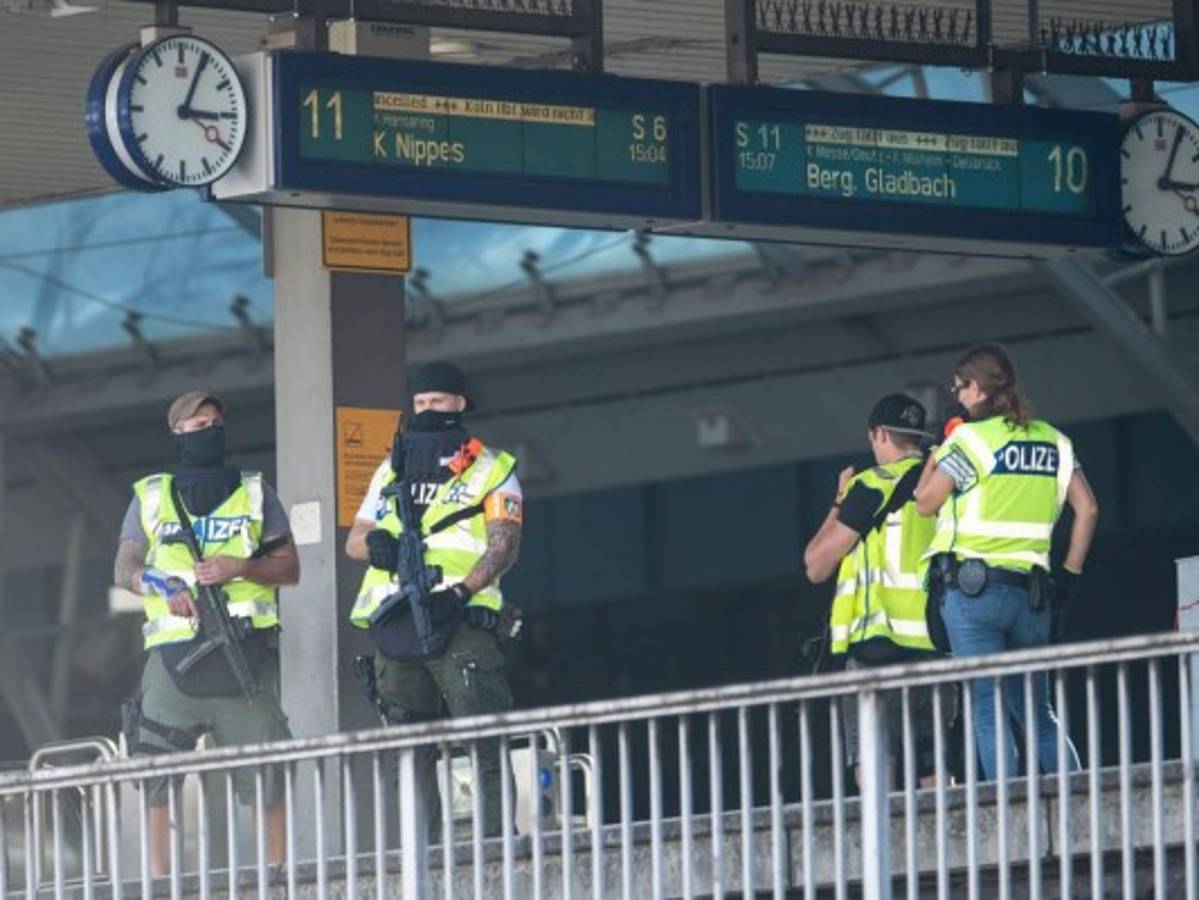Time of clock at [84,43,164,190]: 3:04
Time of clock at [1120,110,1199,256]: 3:04
